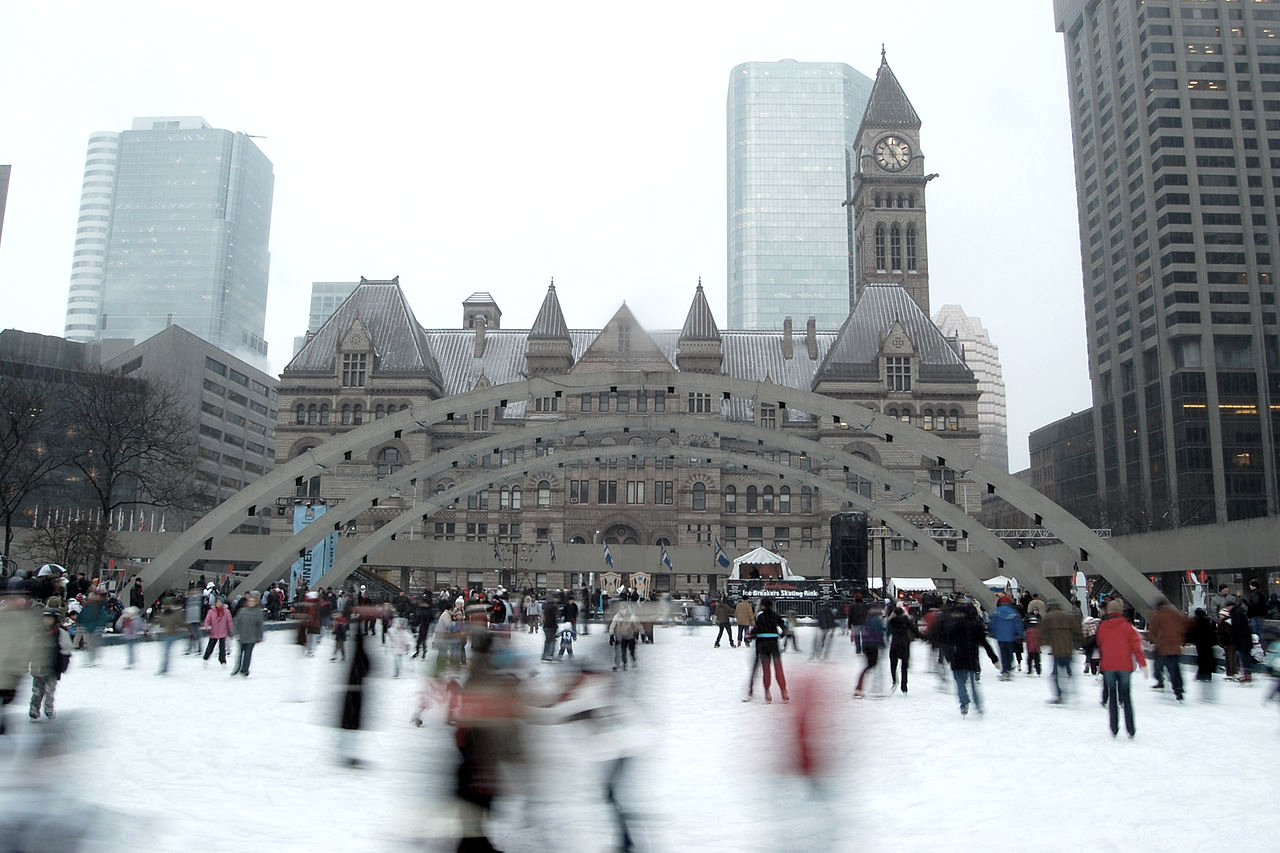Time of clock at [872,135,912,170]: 4:54
